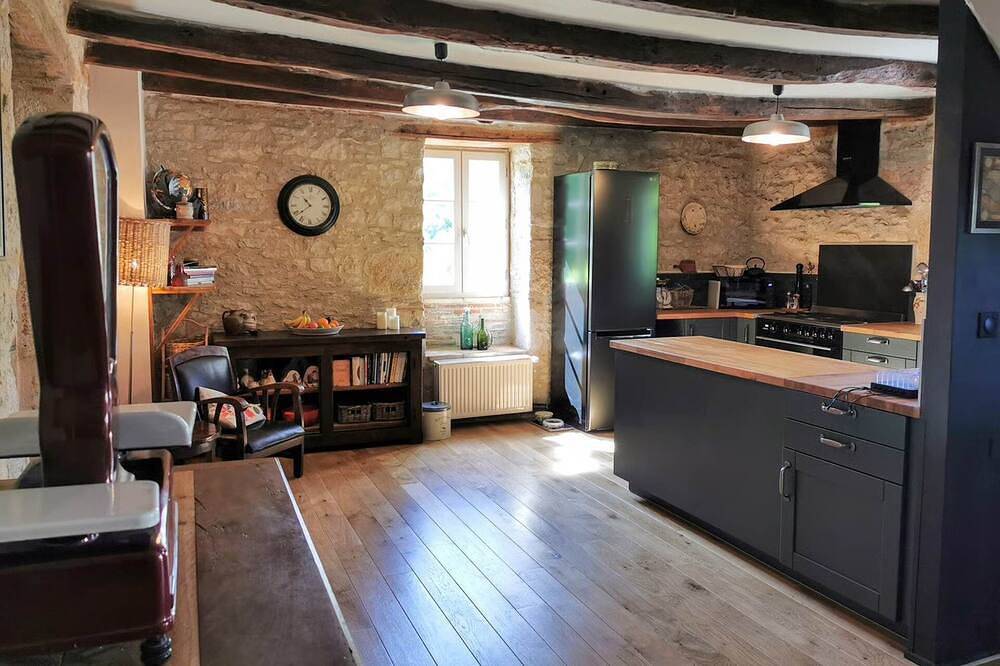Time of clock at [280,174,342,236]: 10:38
